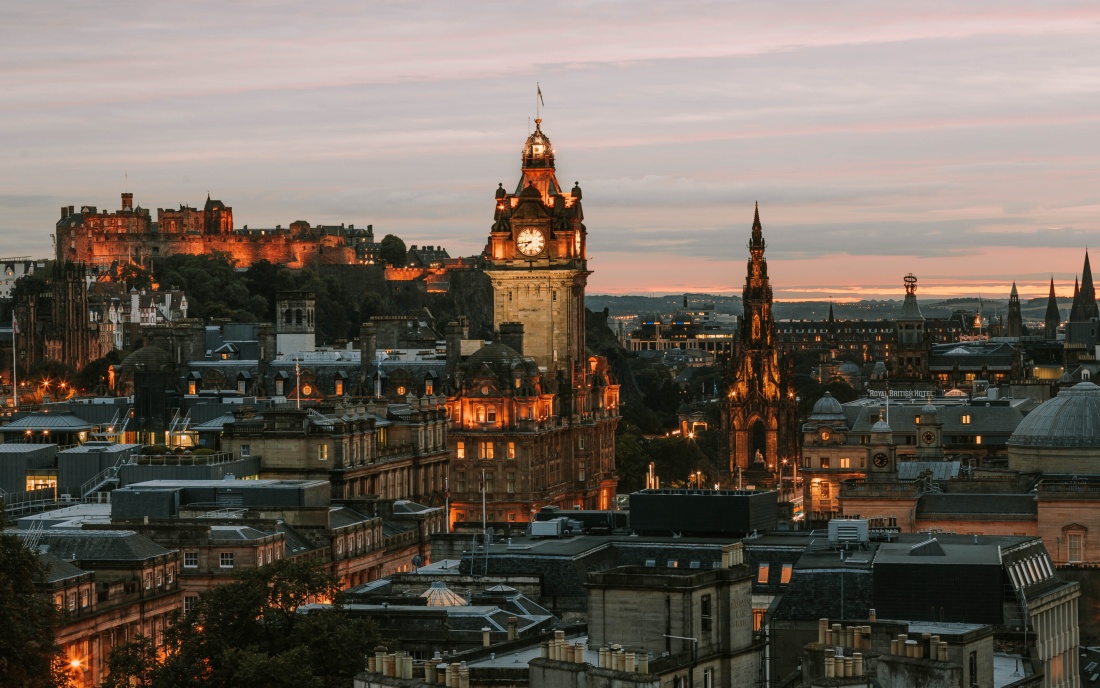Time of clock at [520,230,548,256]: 7:43
